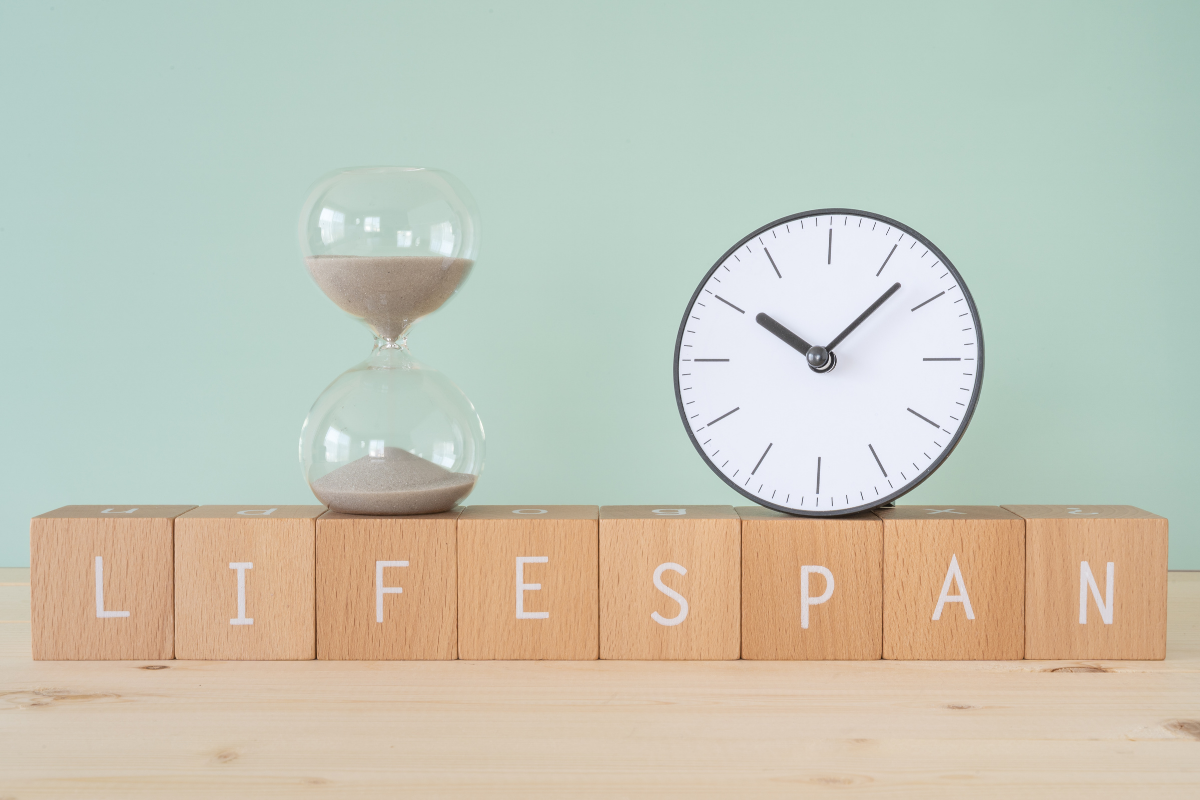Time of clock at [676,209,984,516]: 10:07
